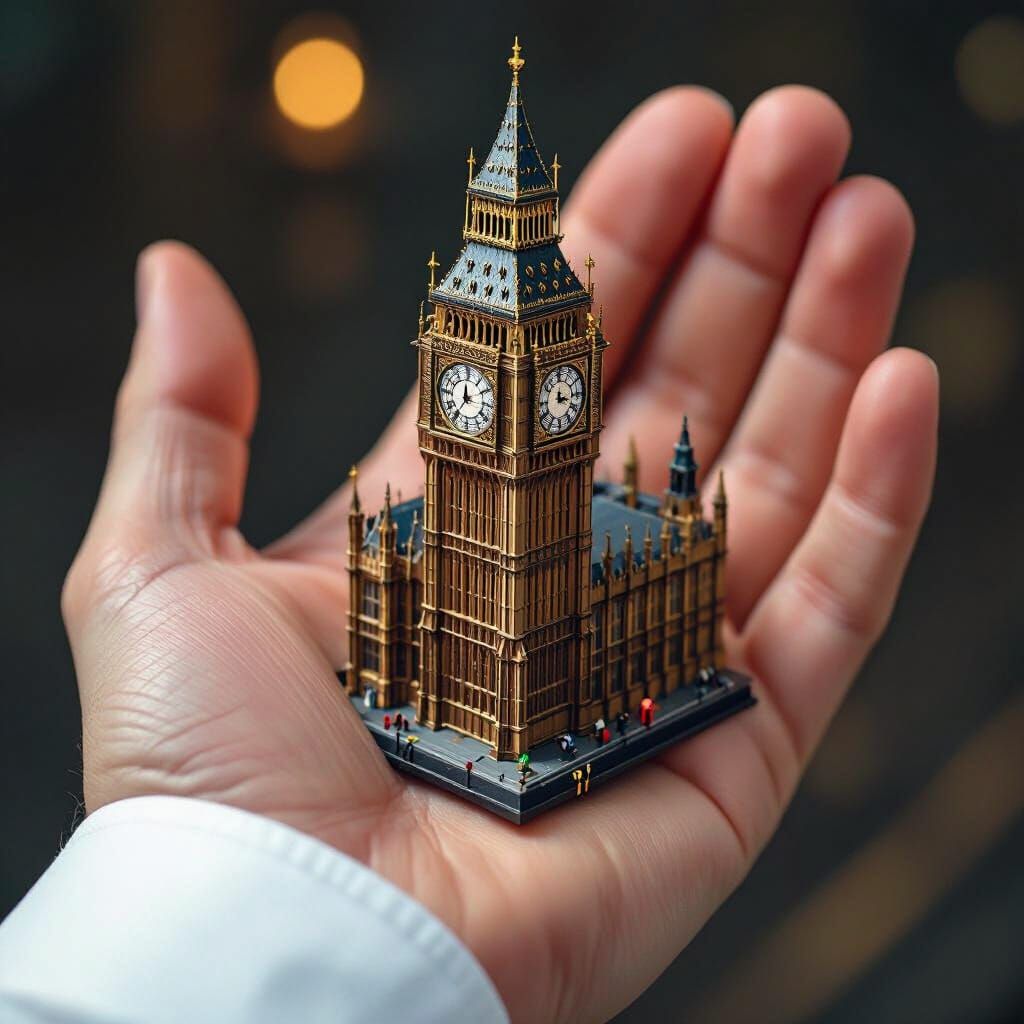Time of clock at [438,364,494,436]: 11:35
